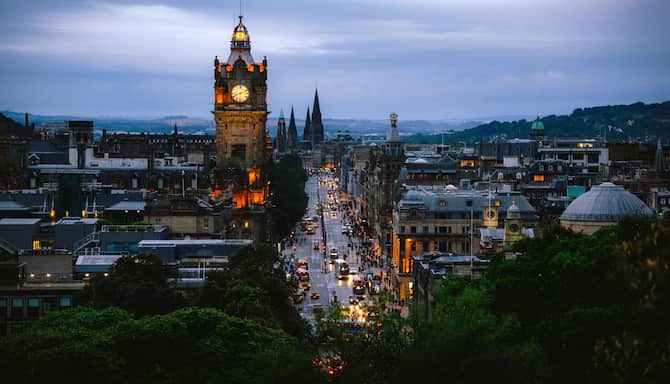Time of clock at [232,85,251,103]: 8:12
